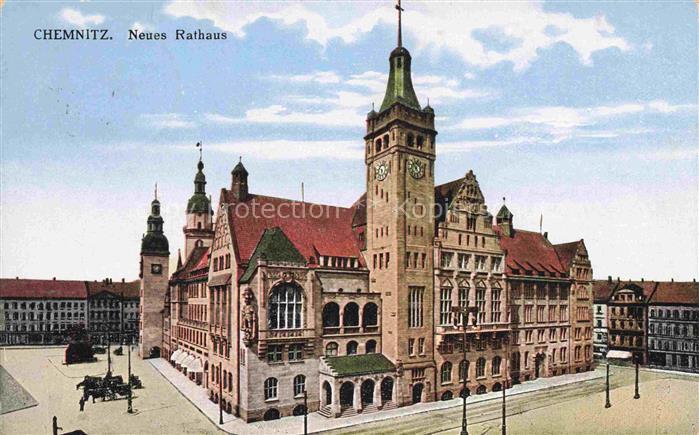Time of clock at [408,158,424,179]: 4:52
